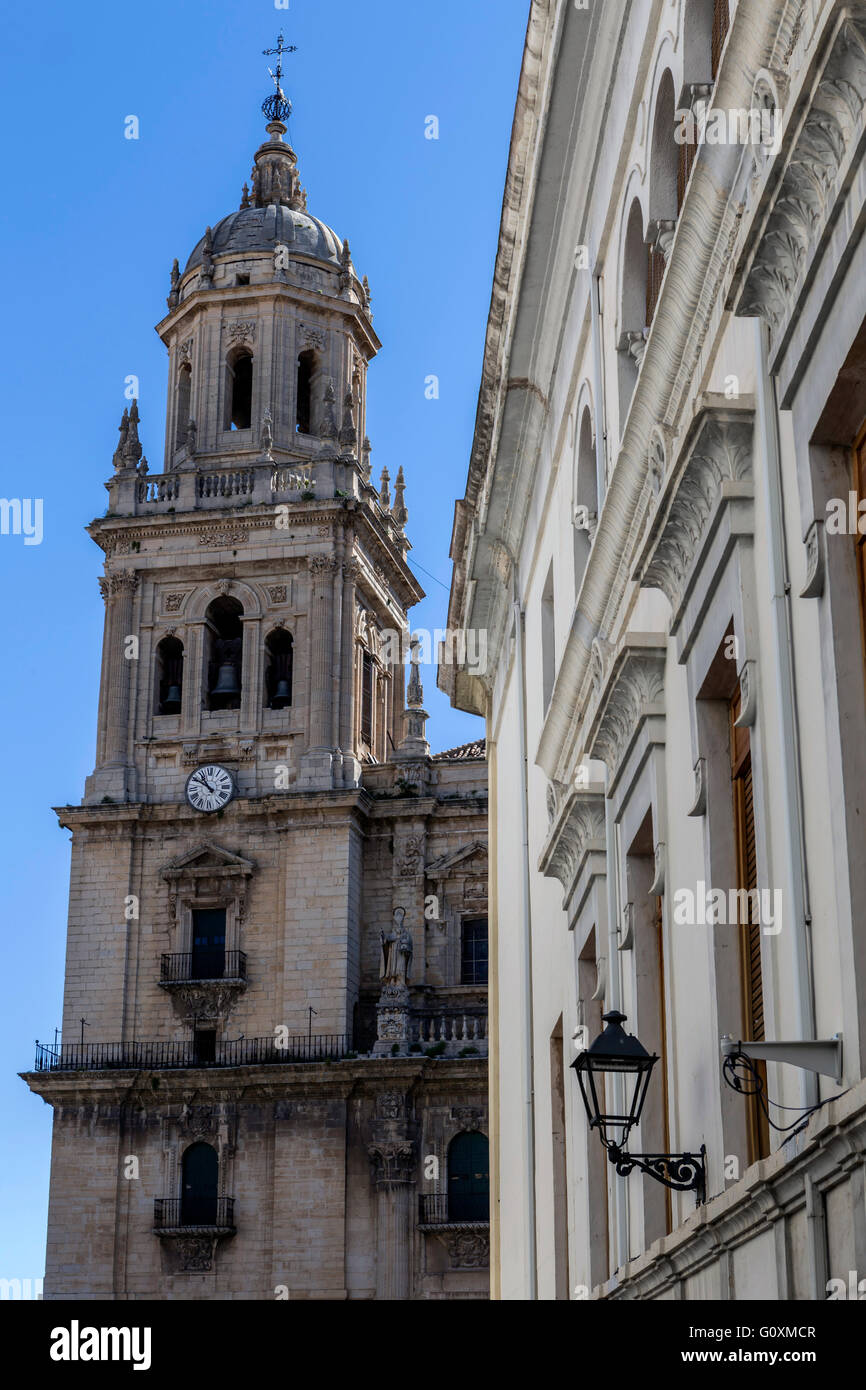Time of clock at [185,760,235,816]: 10:50
